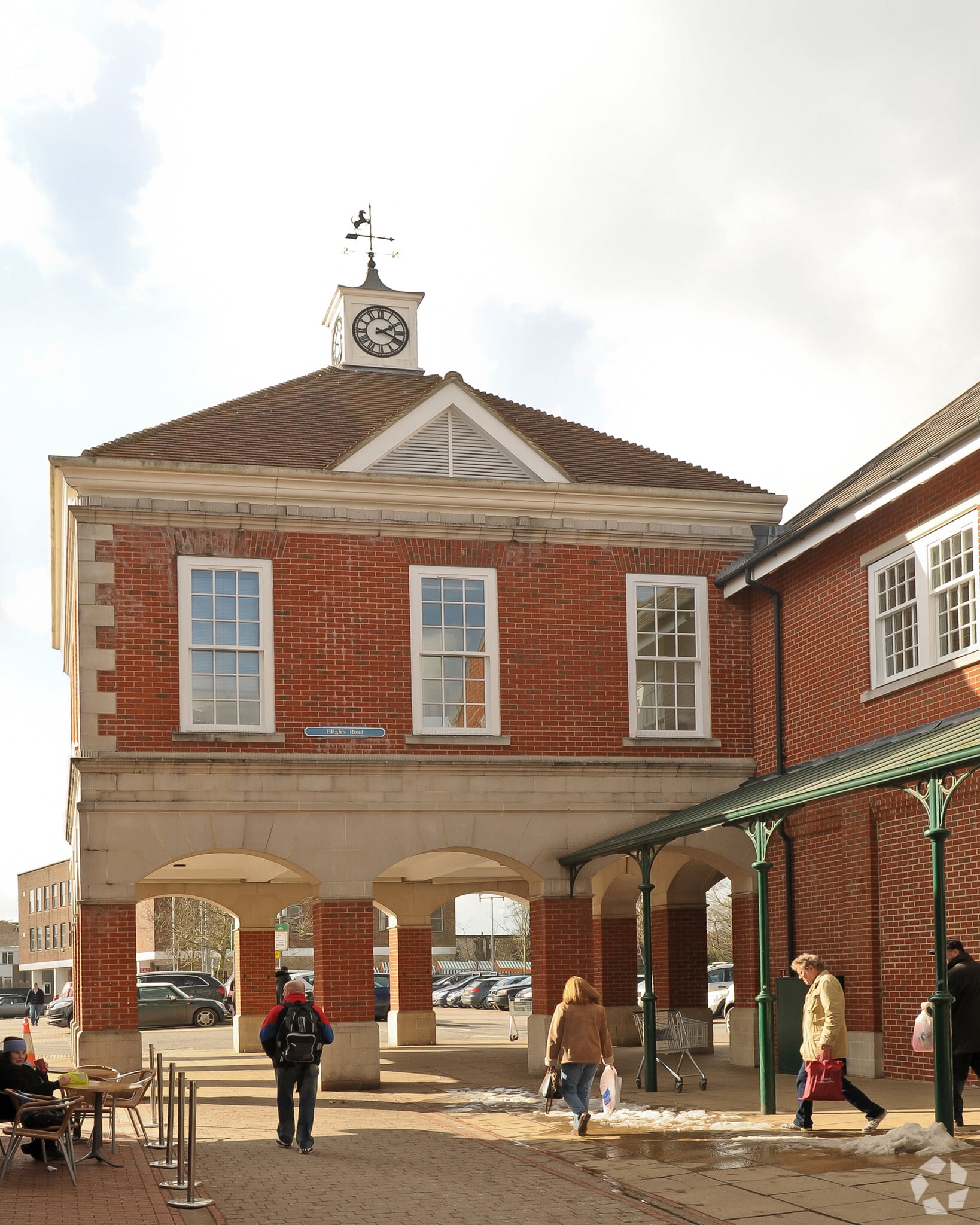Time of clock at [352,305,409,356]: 2:18
